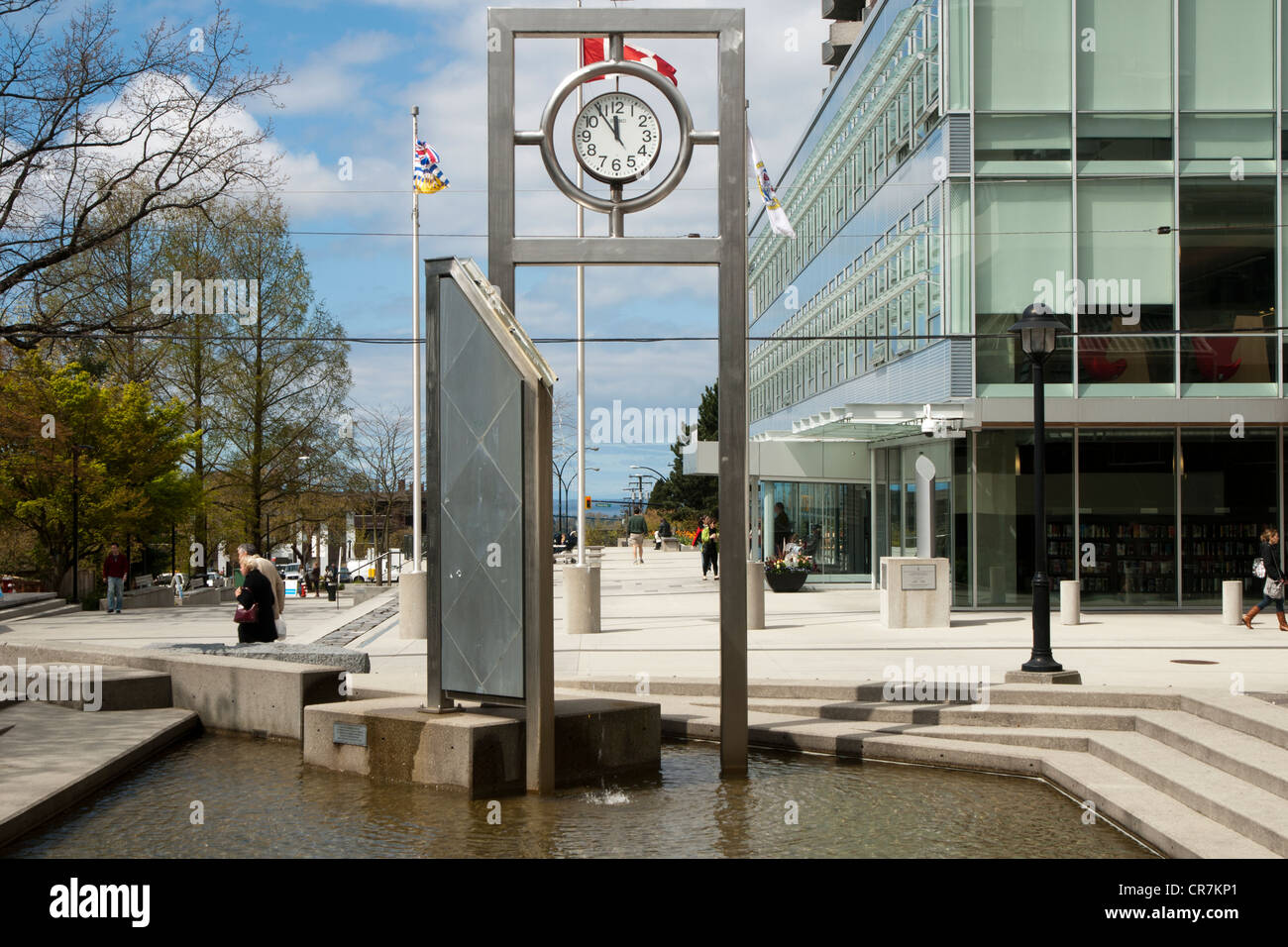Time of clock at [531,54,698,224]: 11:53
